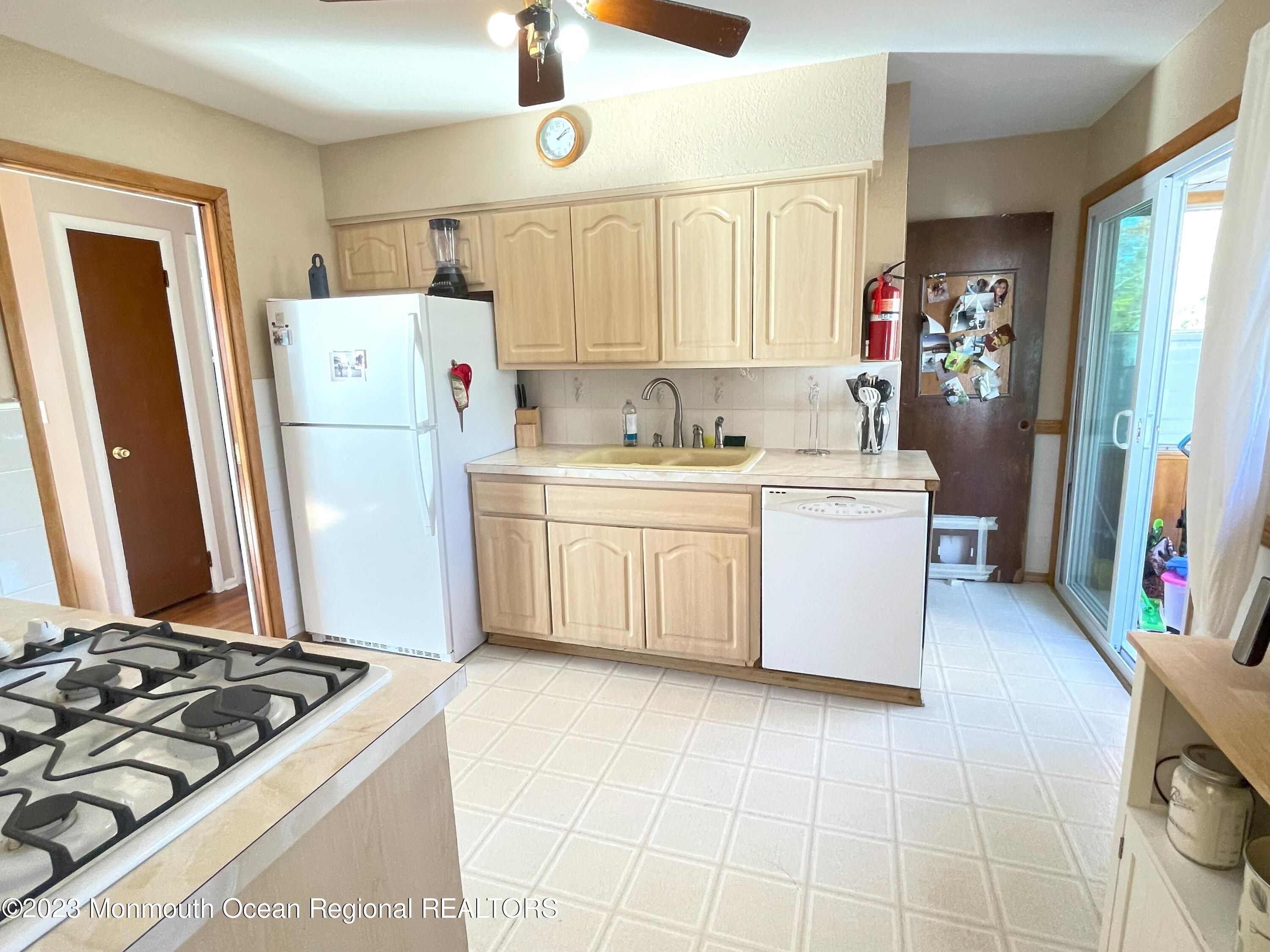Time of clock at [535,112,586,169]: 2:09
